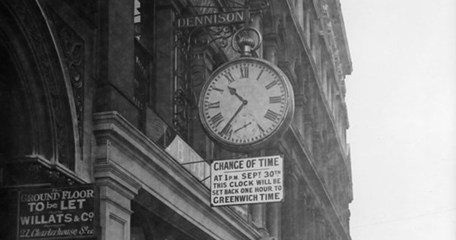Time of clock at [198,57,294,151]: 10:36
